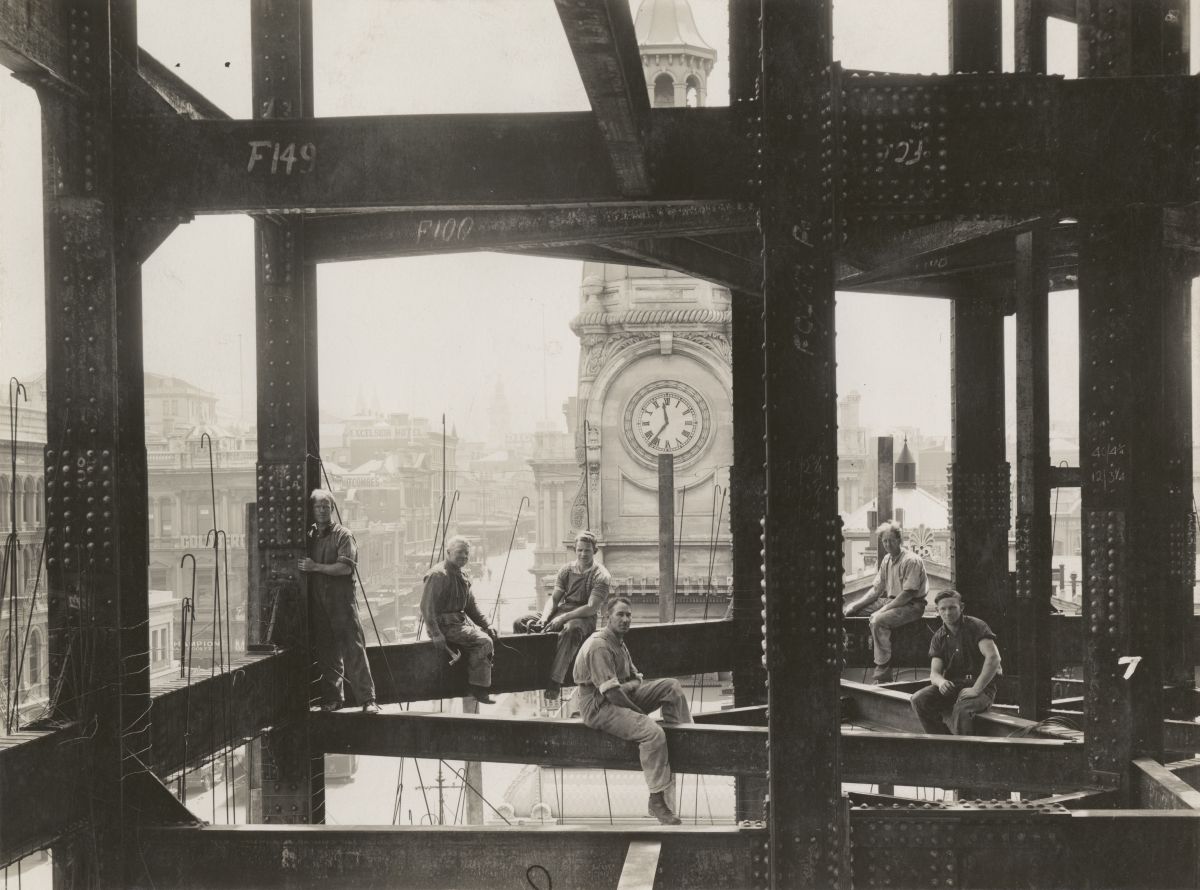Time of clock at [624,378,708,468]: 11:36
